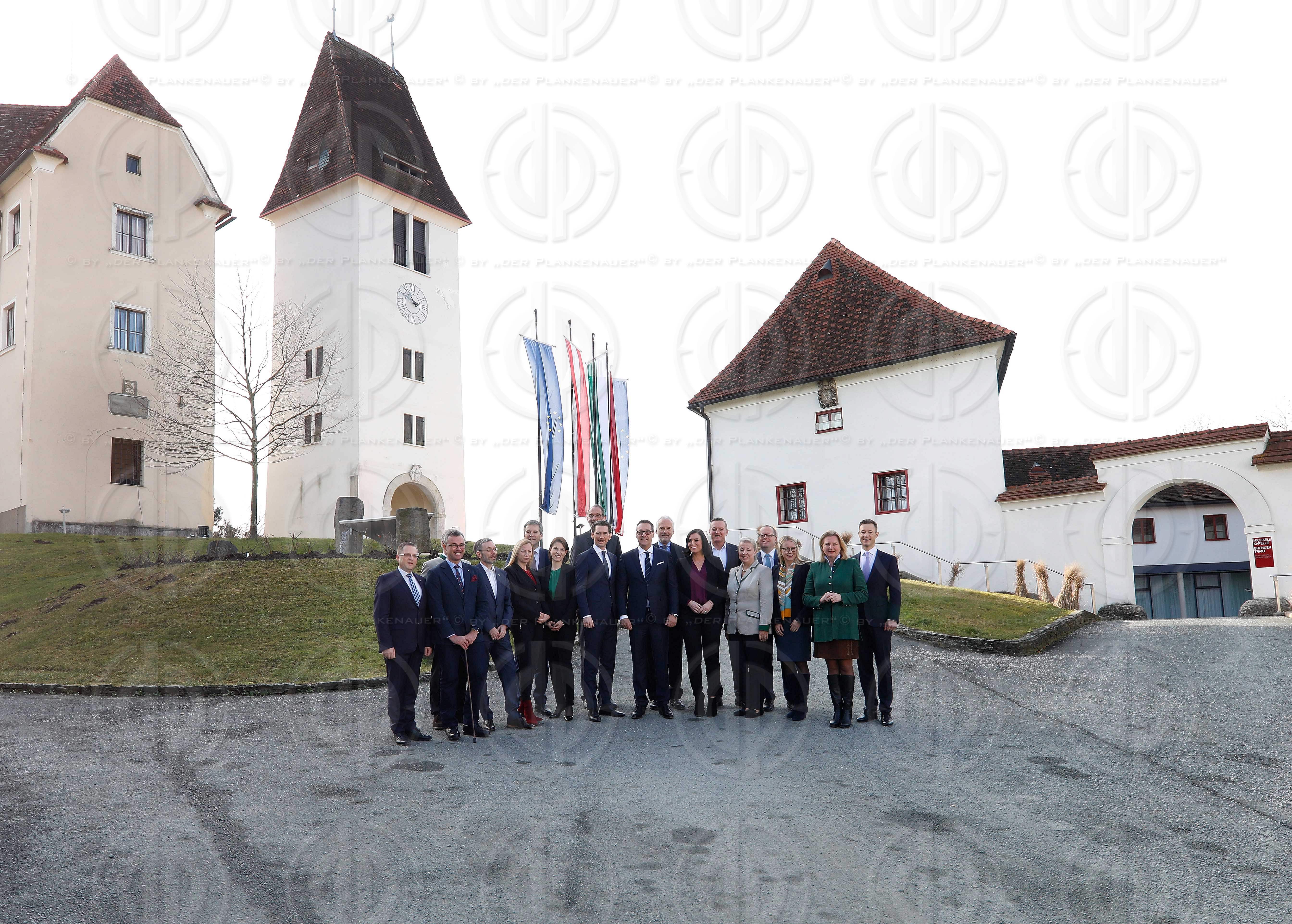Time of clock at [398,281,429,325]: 2:48
